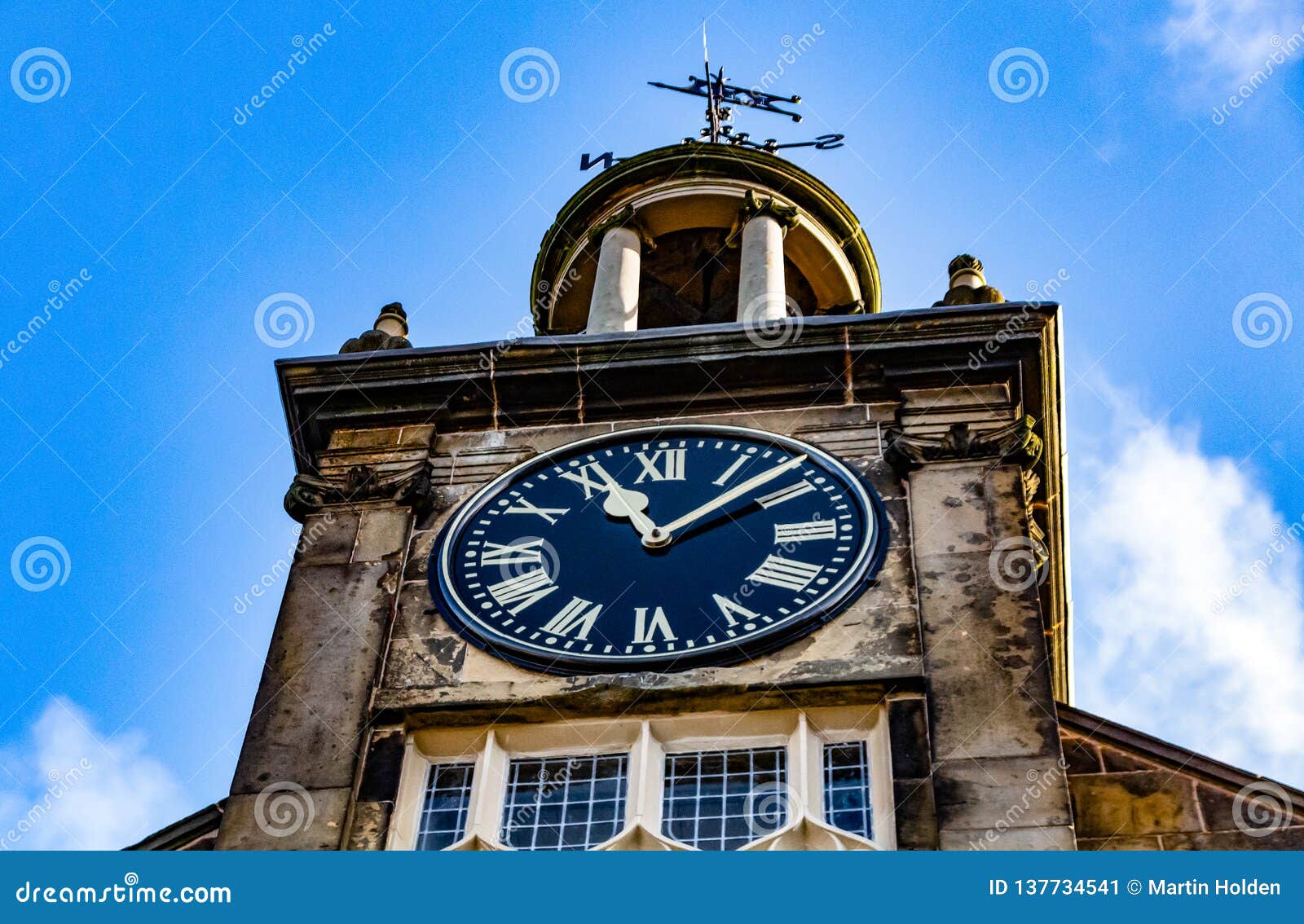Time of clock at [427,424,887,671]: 11:07
